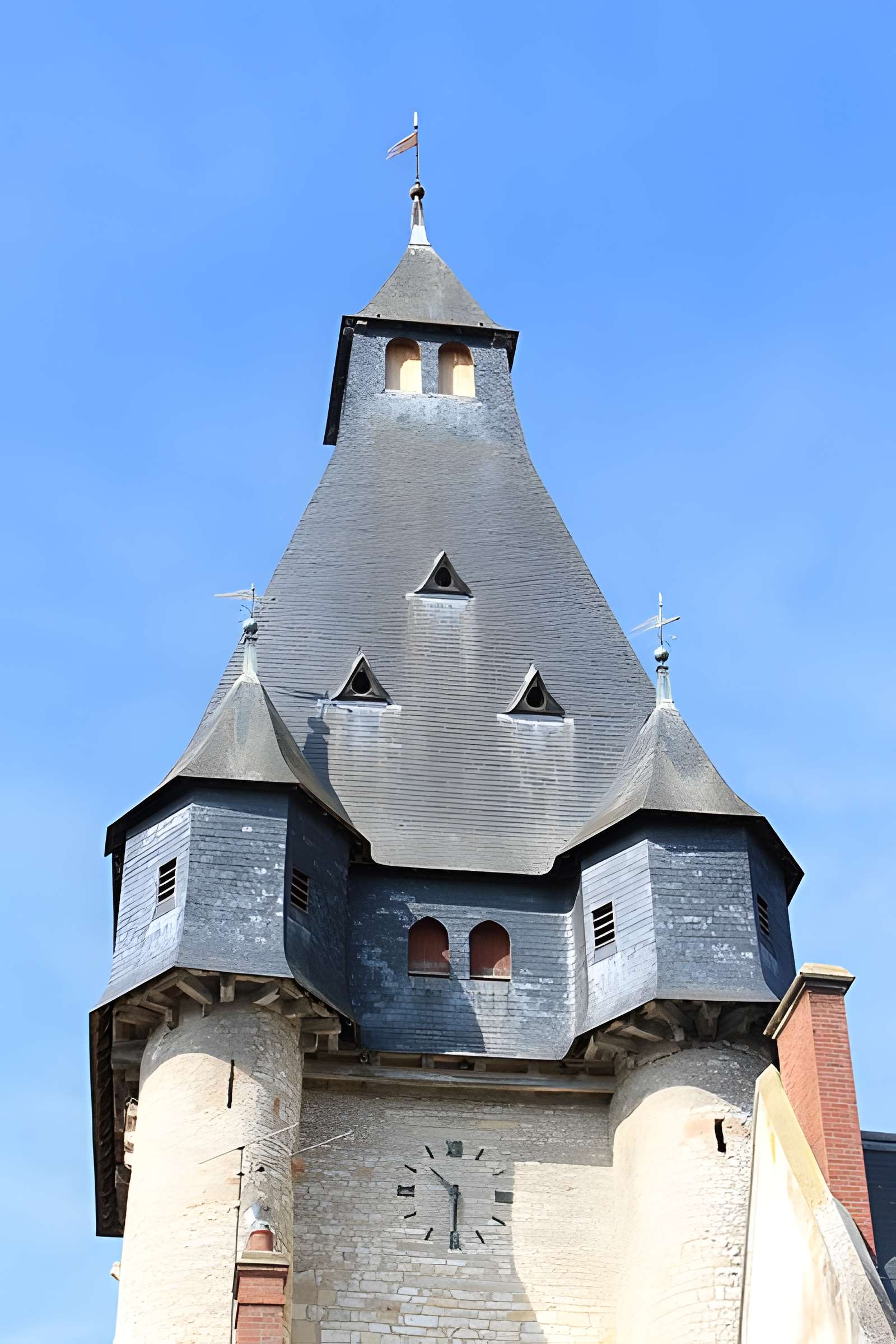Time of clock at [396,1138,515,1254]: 10:30
